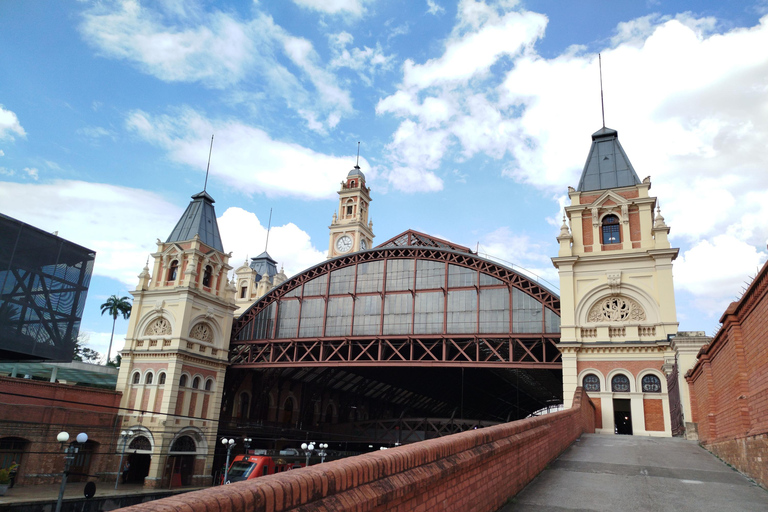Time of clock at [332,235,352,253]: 2:56
